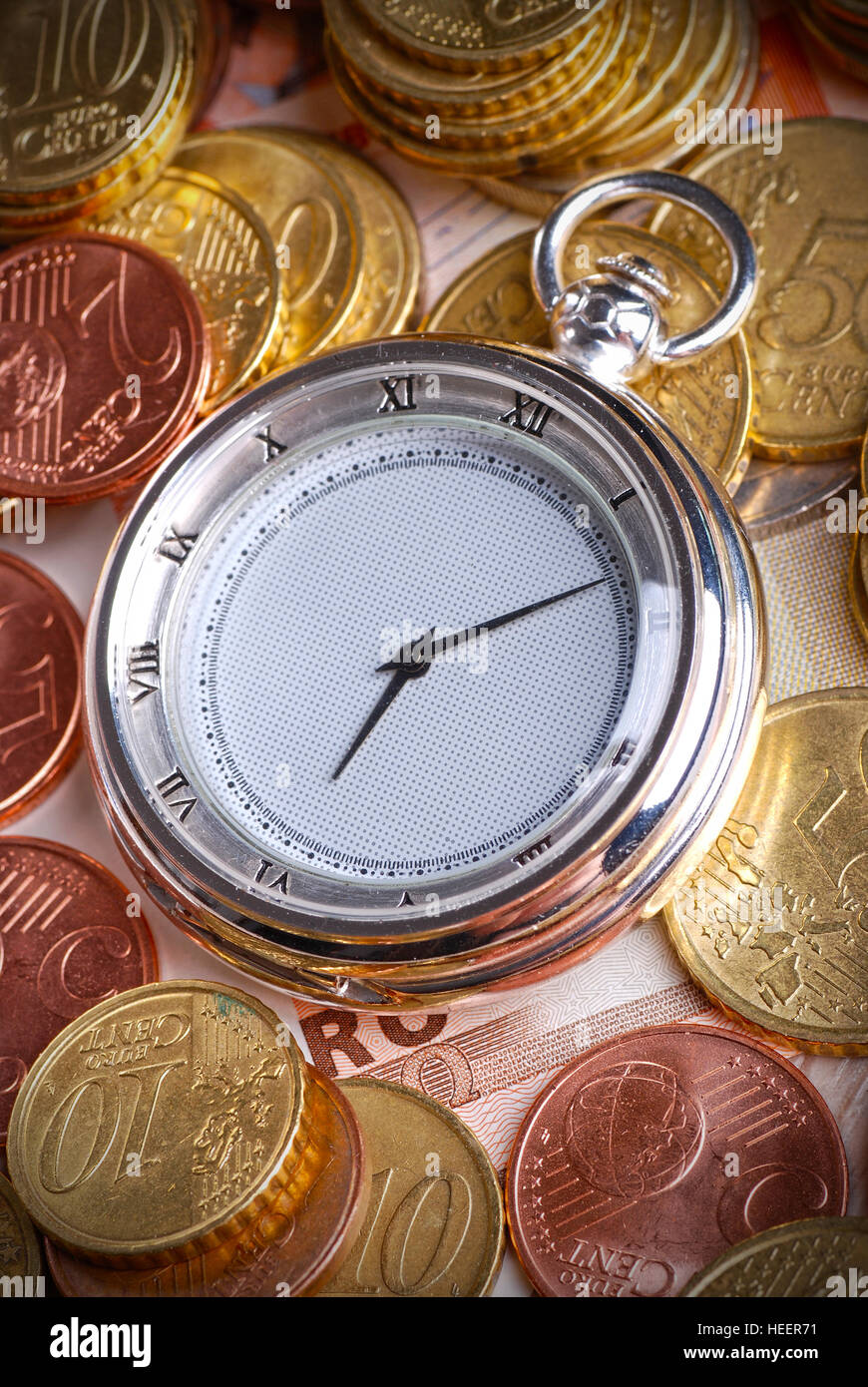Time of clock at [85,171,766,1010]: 7:12
